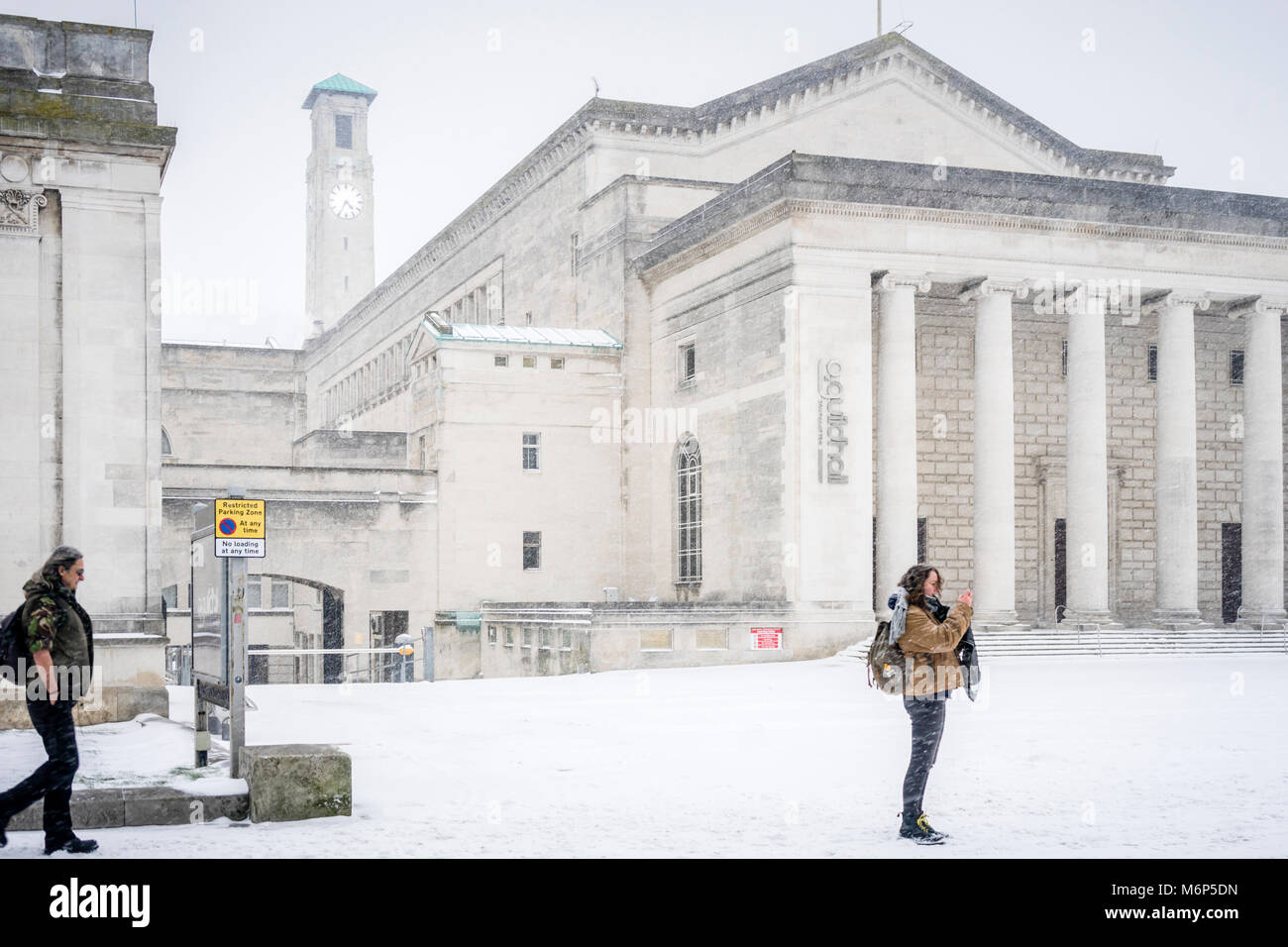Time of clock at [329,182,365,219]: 4:34
